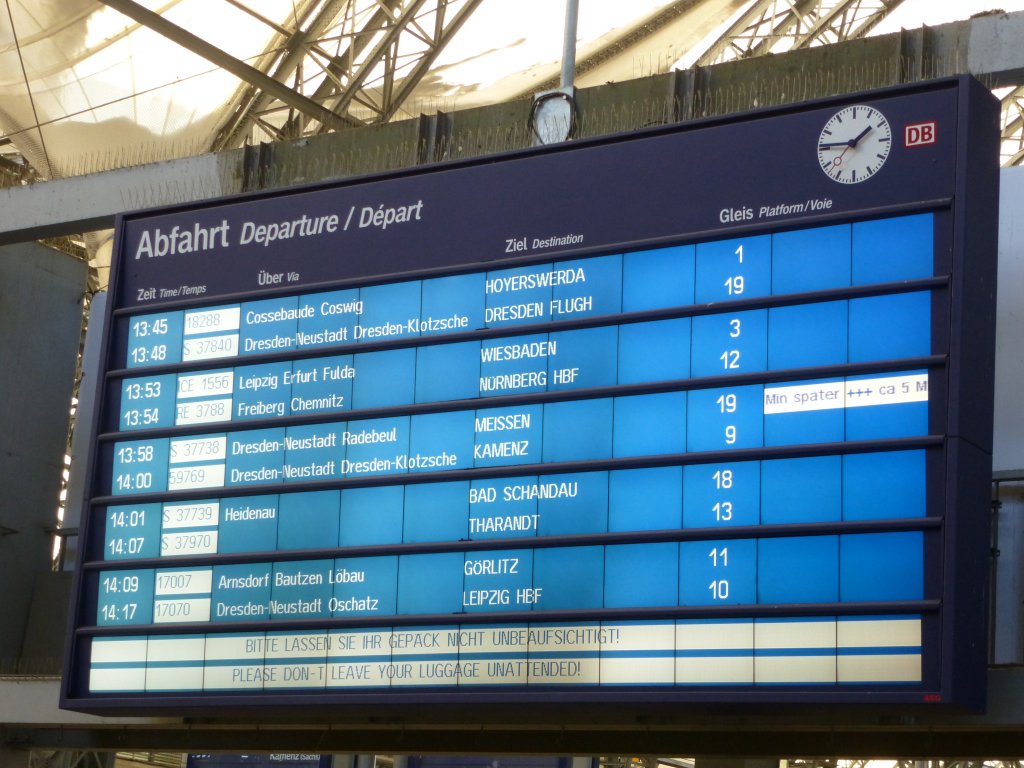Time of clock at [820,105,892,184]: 1:45
